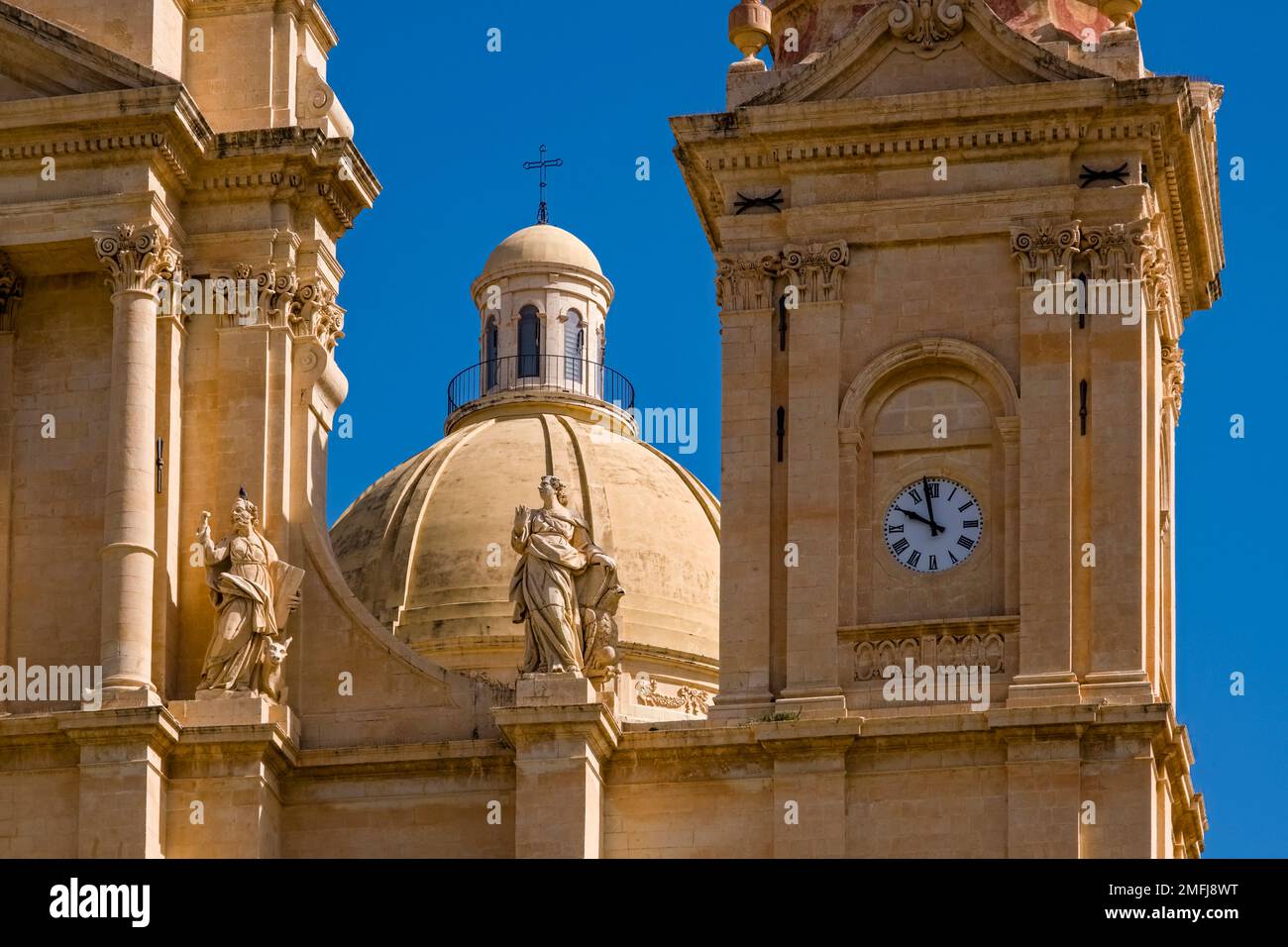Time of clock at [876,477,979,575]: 9:57
